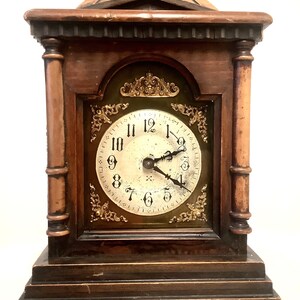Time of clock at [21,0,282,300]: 2:20
